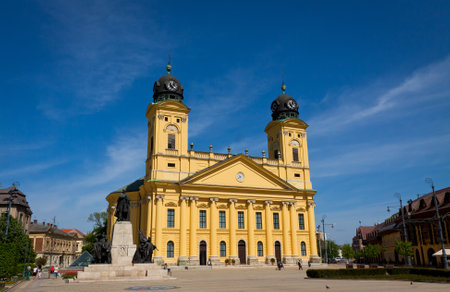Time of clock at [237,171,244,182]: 7:37
